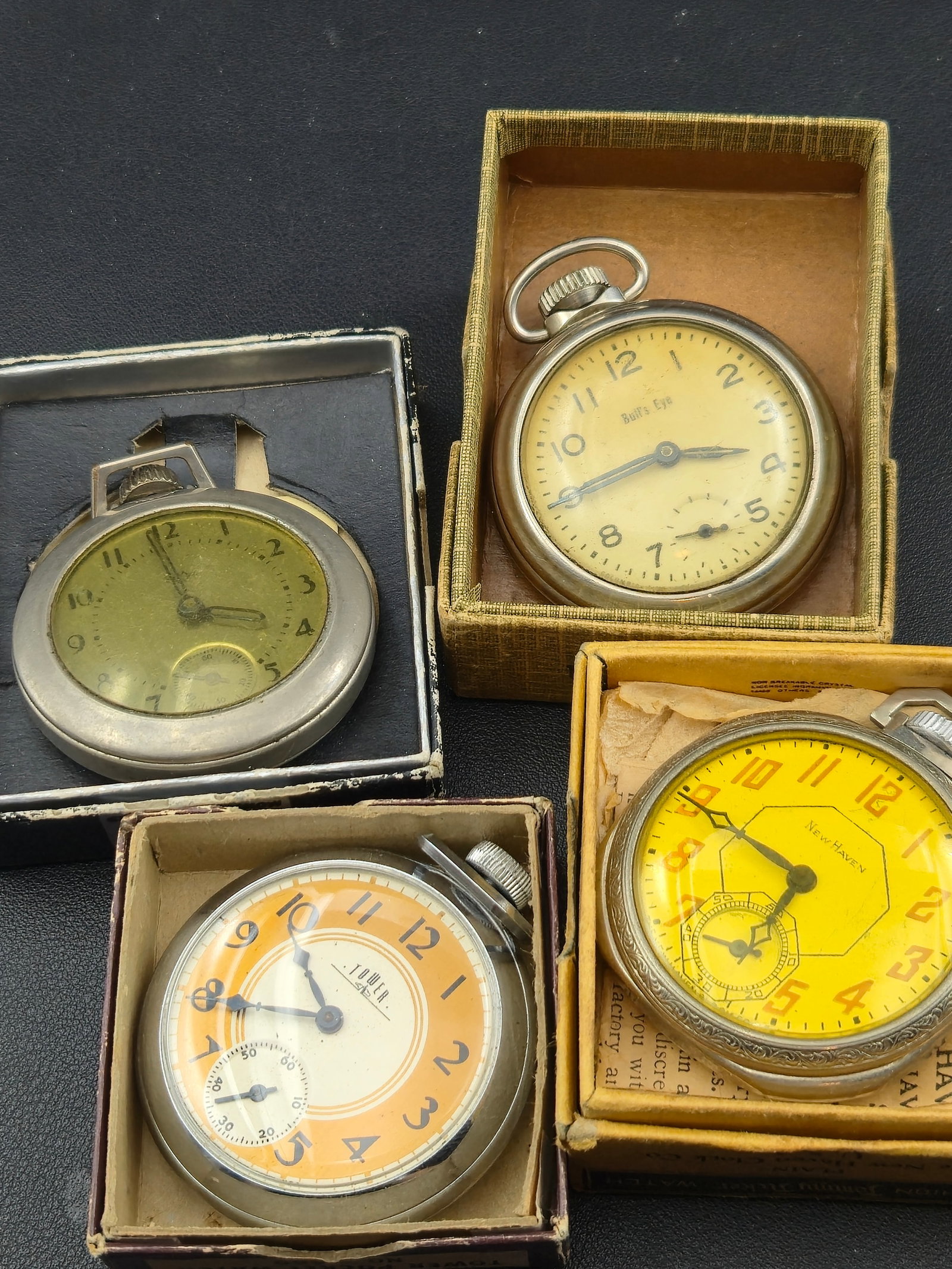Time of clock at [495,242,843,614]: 3:45
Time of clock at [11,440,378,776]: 3:58
